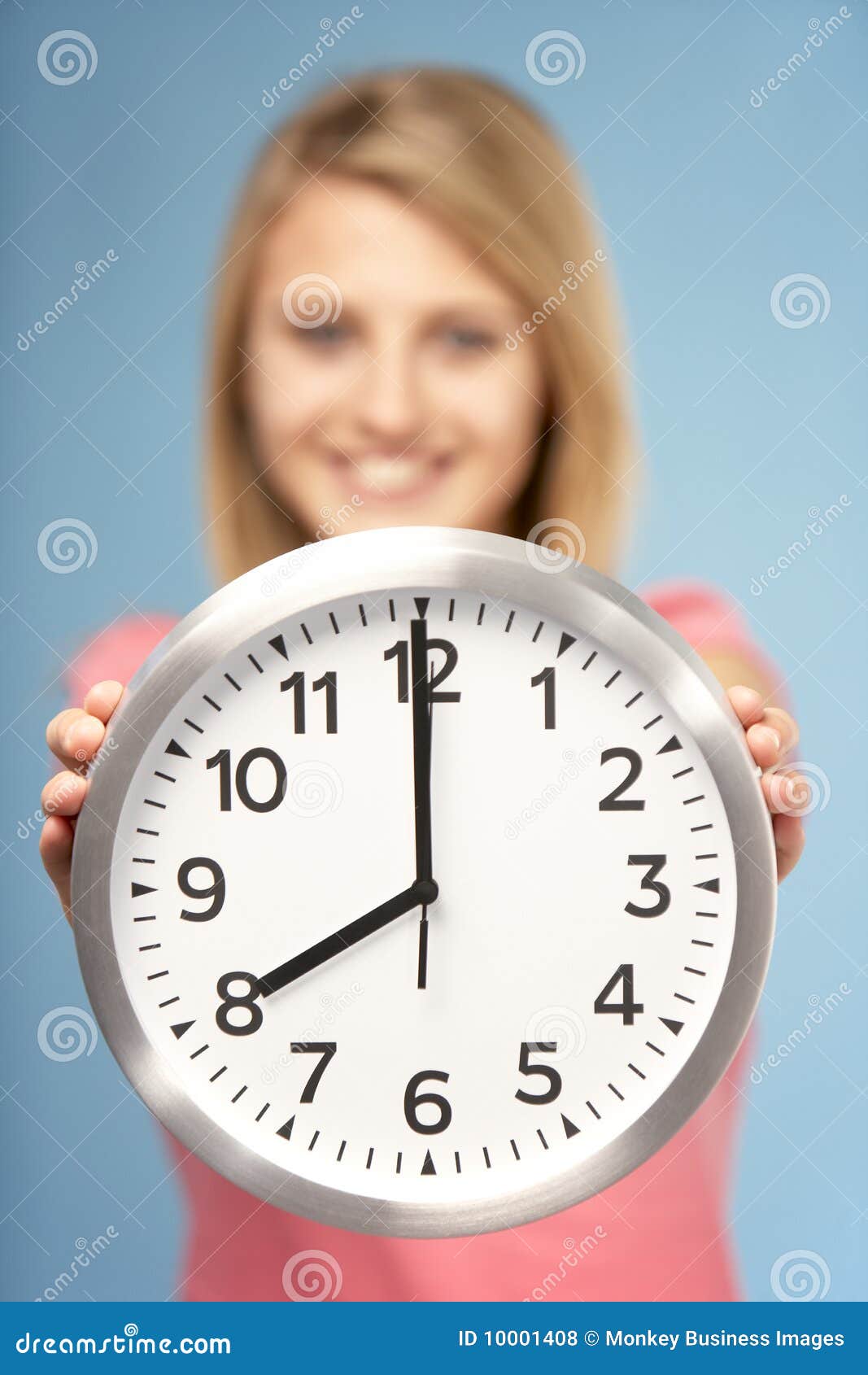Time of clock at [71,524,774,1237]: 7:59
